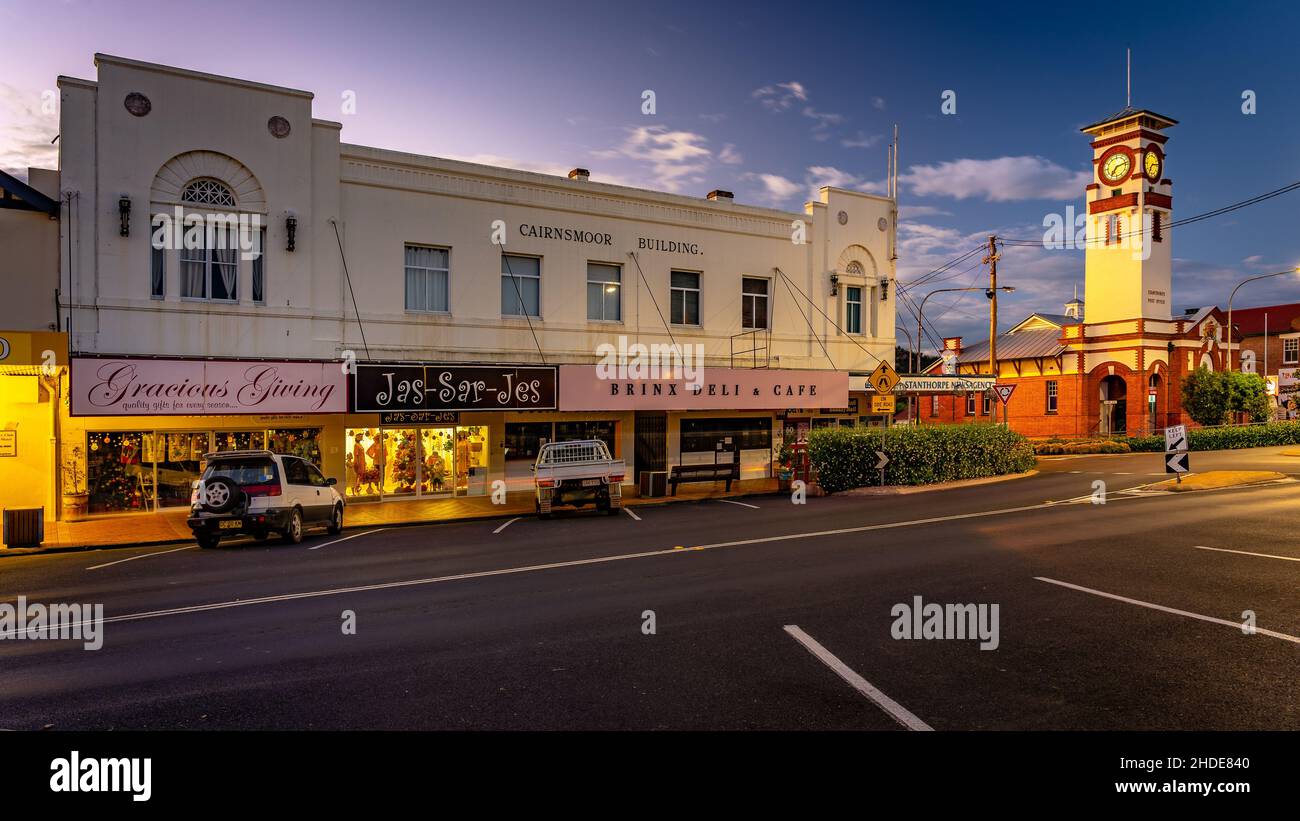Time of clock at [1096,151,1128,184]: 7:12
